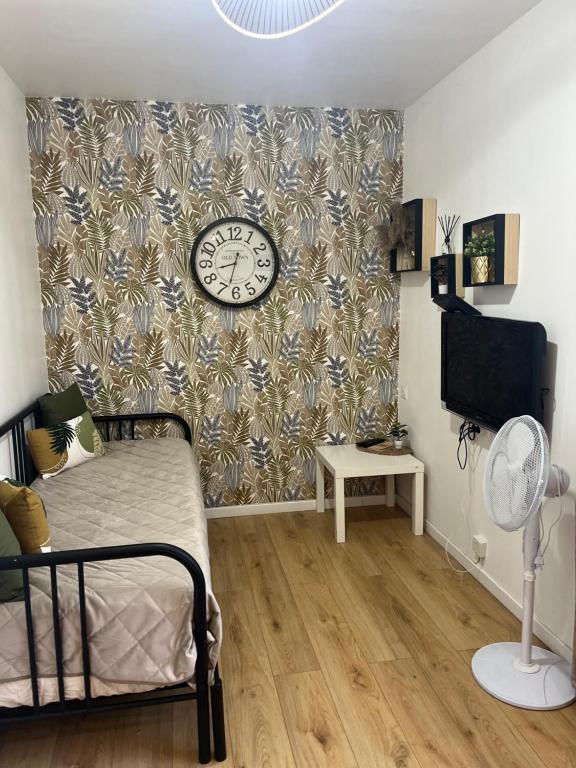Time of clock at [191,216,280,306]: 8:32
